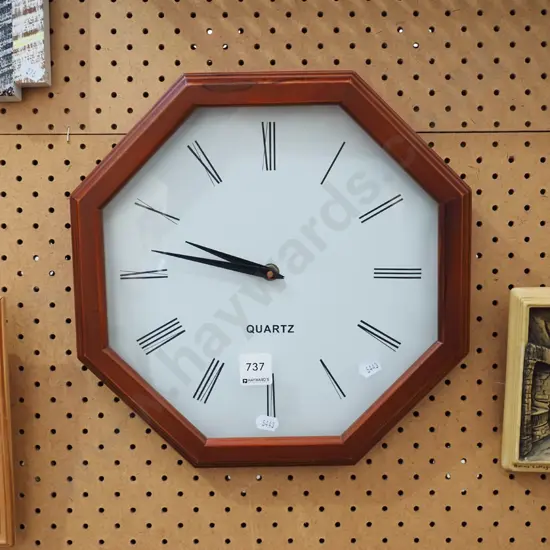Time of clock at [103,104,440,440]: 9:47
